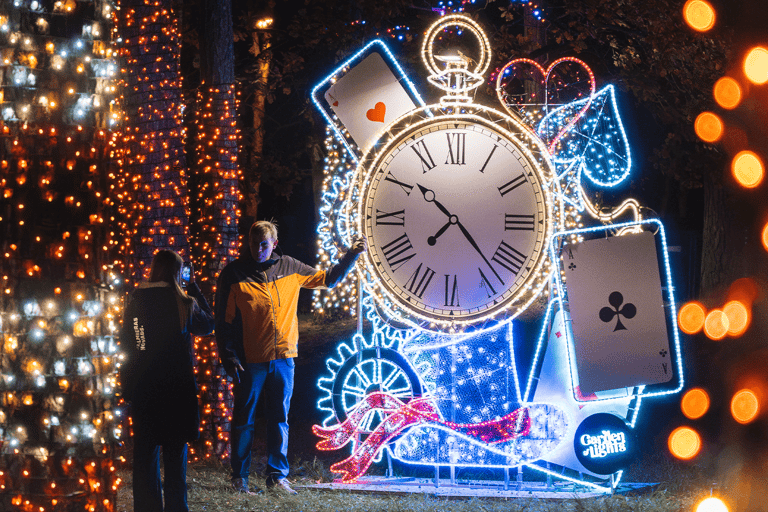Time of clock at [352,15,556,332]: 10:22
